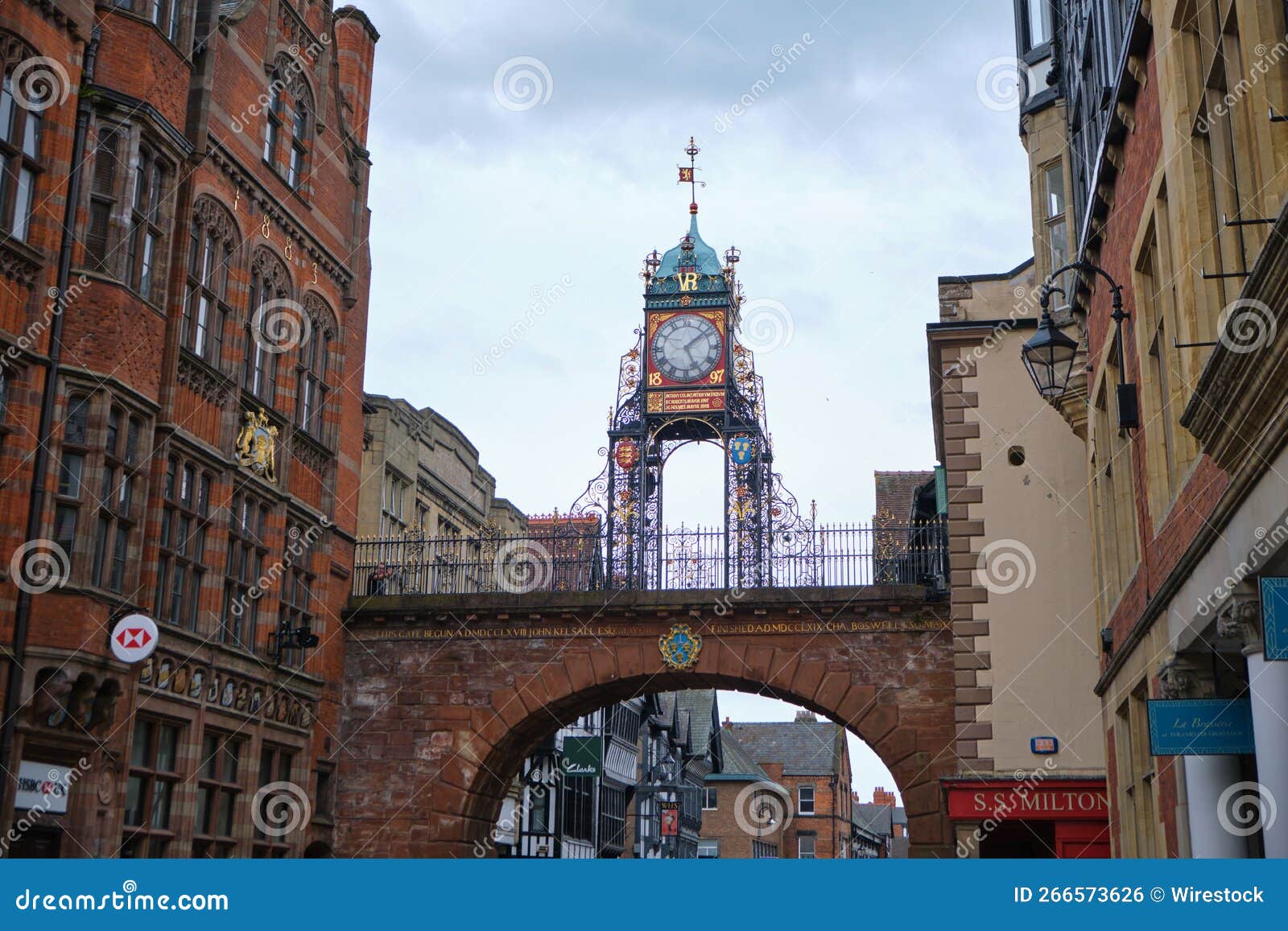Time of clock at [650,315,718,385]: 5:08
